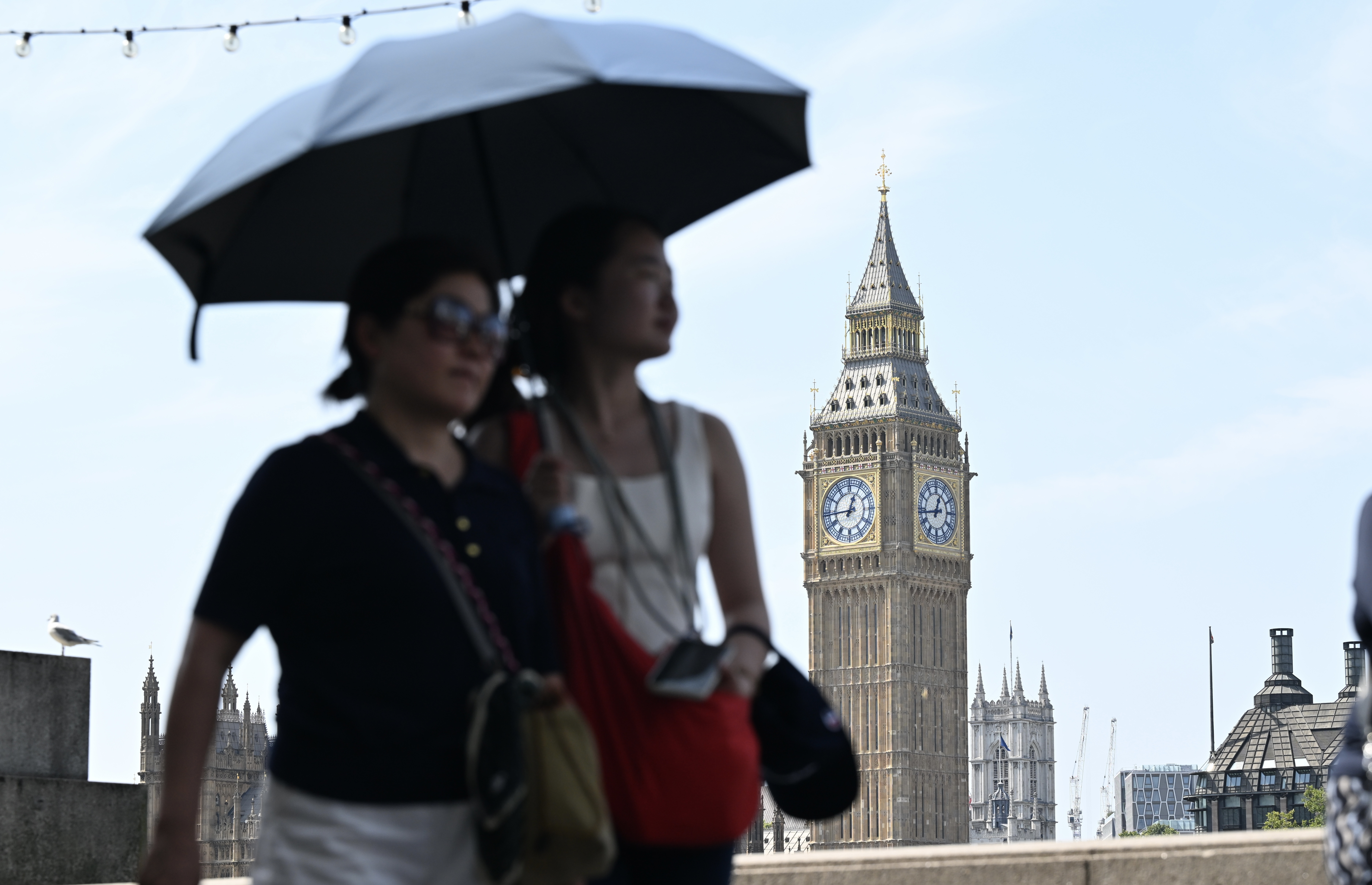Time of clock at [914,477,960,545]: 12:43
